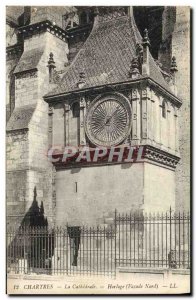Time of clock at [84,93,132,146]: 8:07
